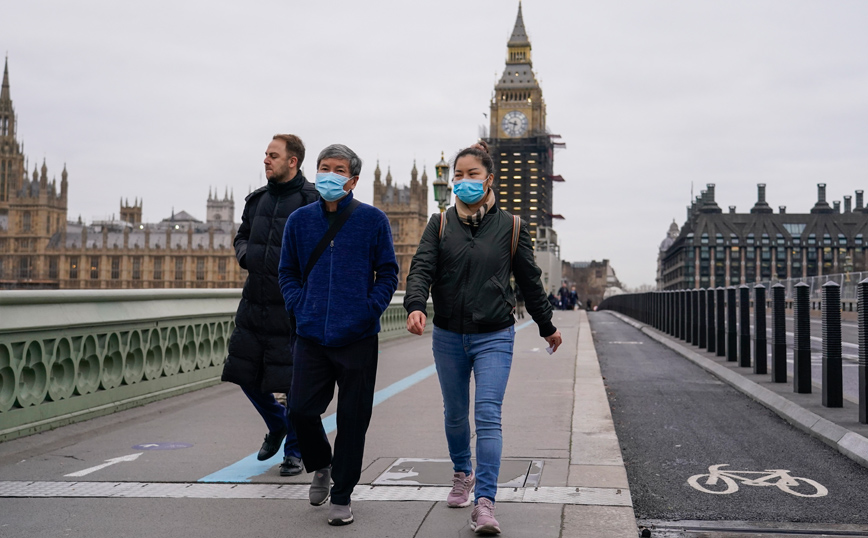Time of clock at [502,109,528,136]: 9:32
